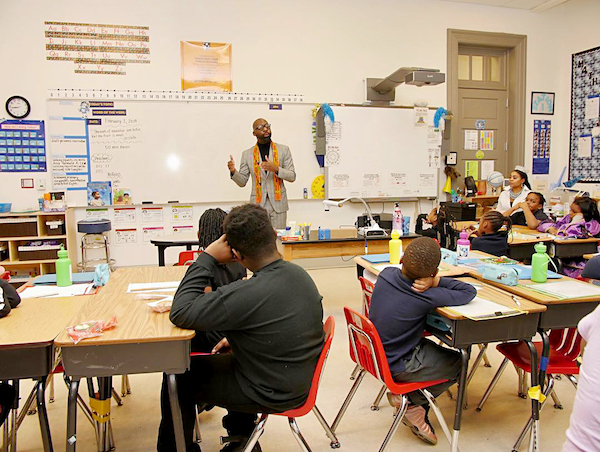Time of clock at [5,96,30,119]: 8:43
